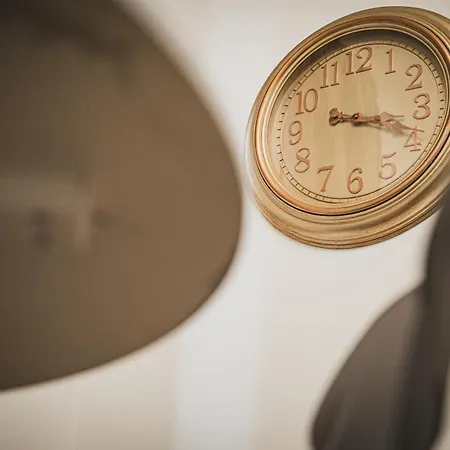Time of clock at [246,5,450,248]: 3:18
